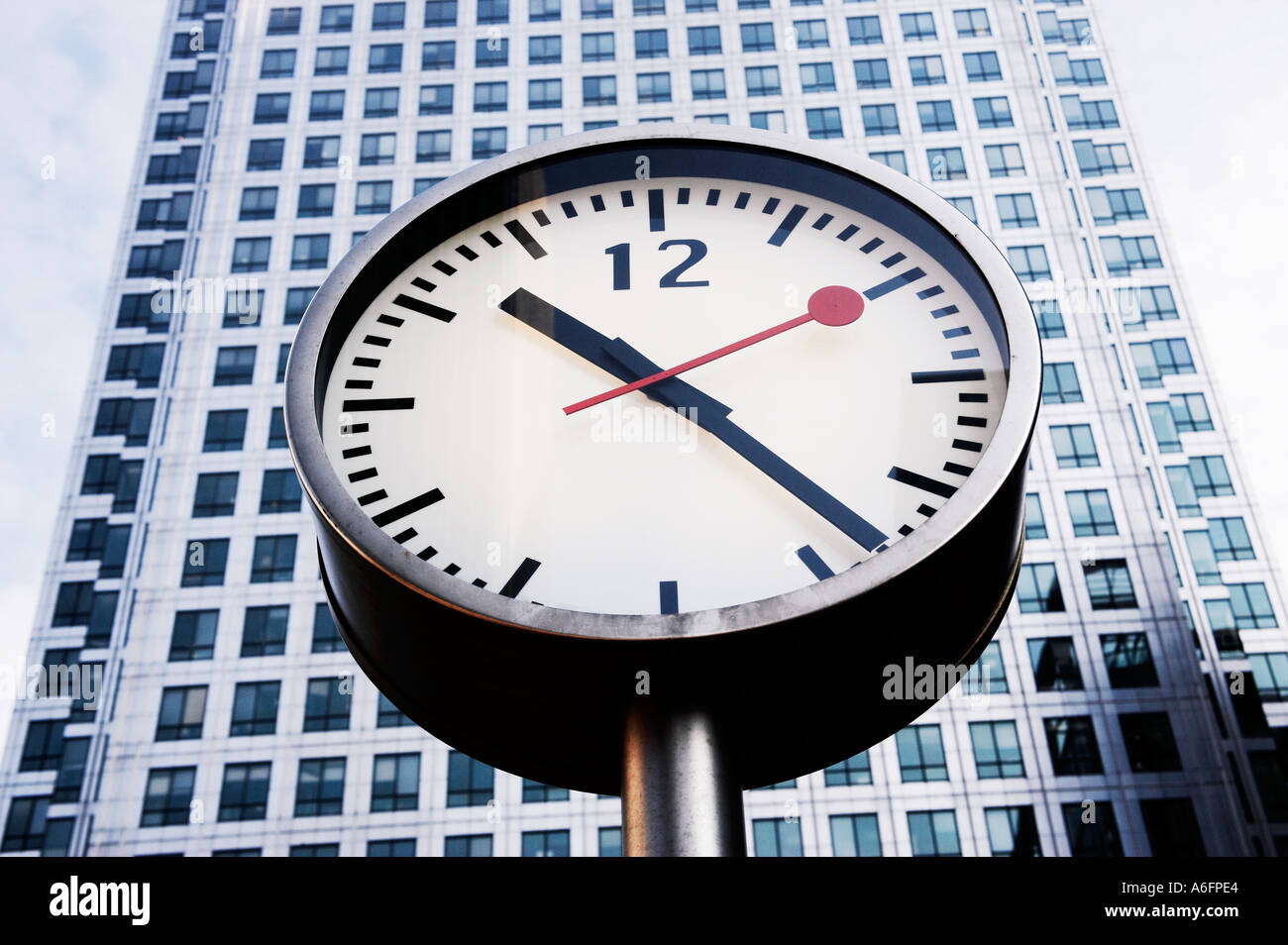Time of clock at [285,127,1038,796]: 10:22
